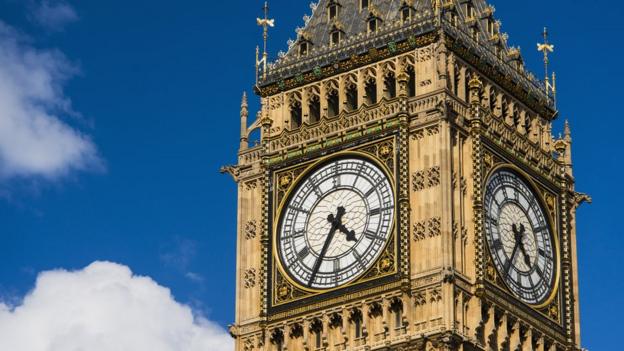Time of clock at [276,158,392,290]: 4:35
